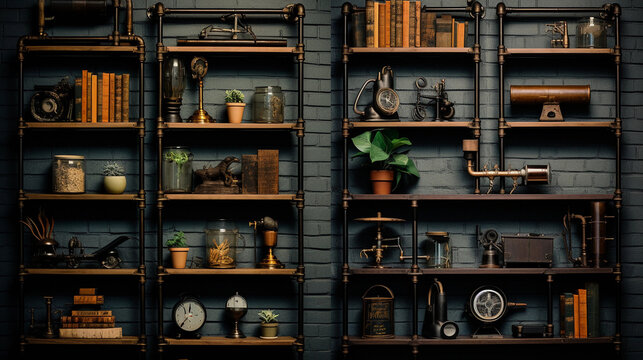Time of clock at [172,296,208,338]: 11:36
